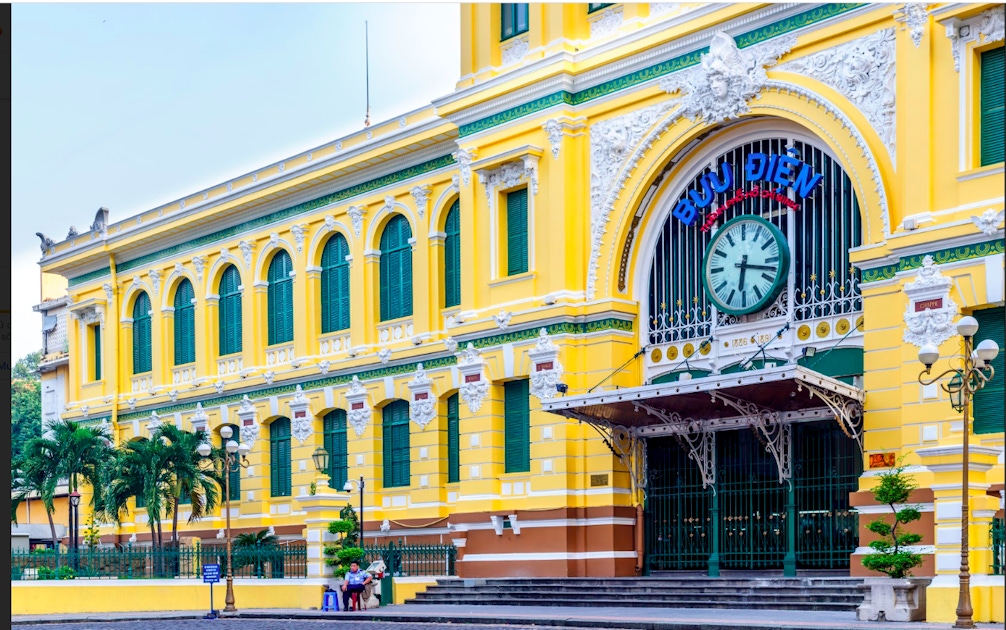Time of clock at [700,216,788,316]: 6:17
